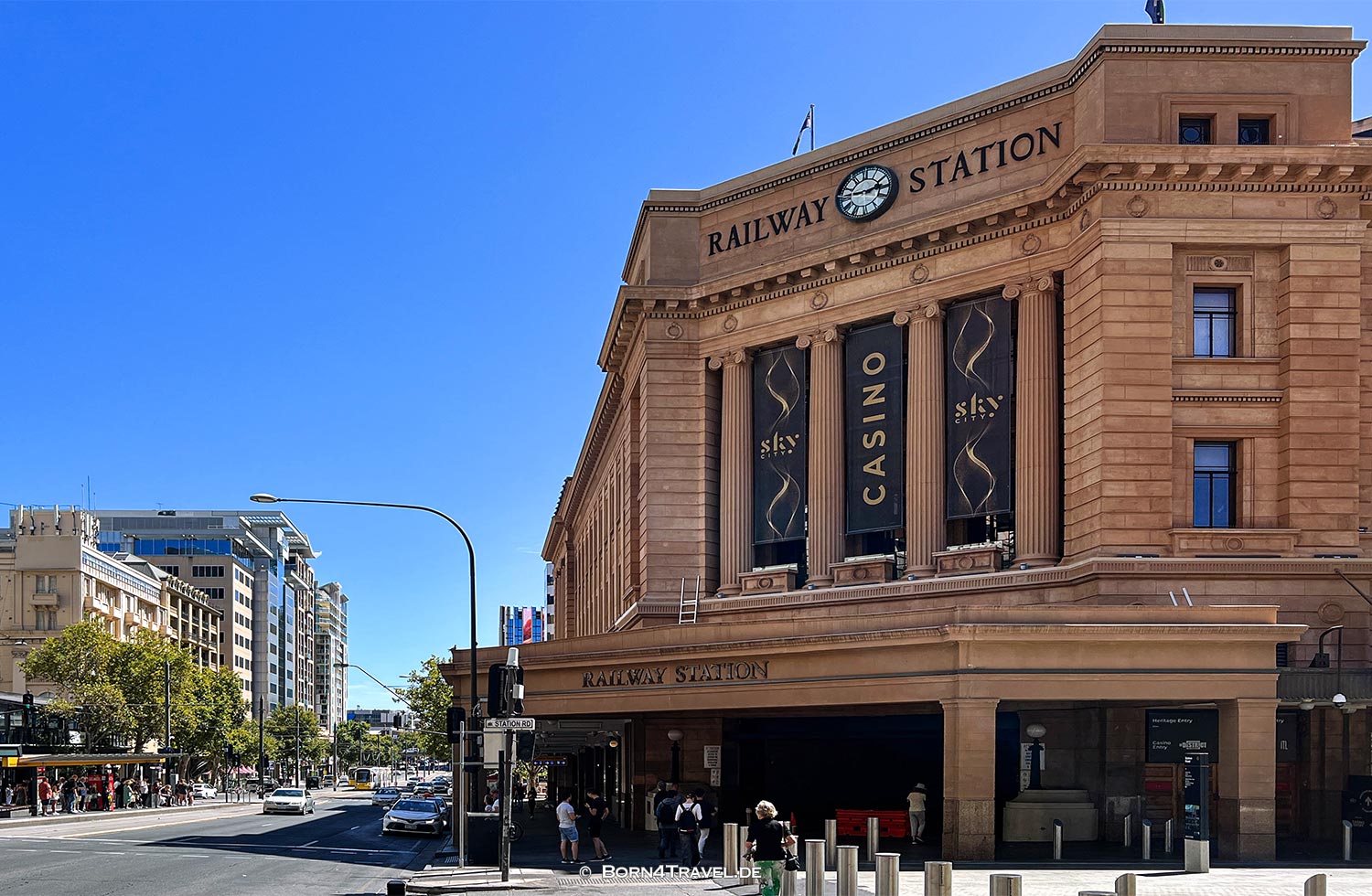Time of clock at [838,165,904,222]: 9:13
